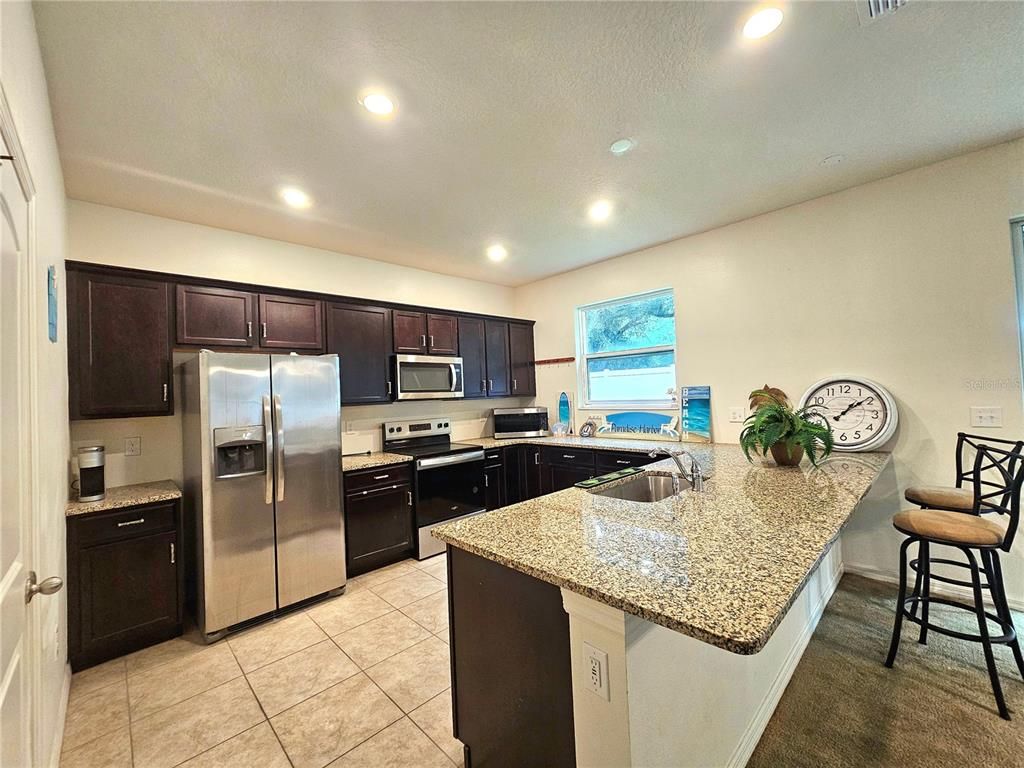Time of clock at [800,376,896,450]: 1:08
